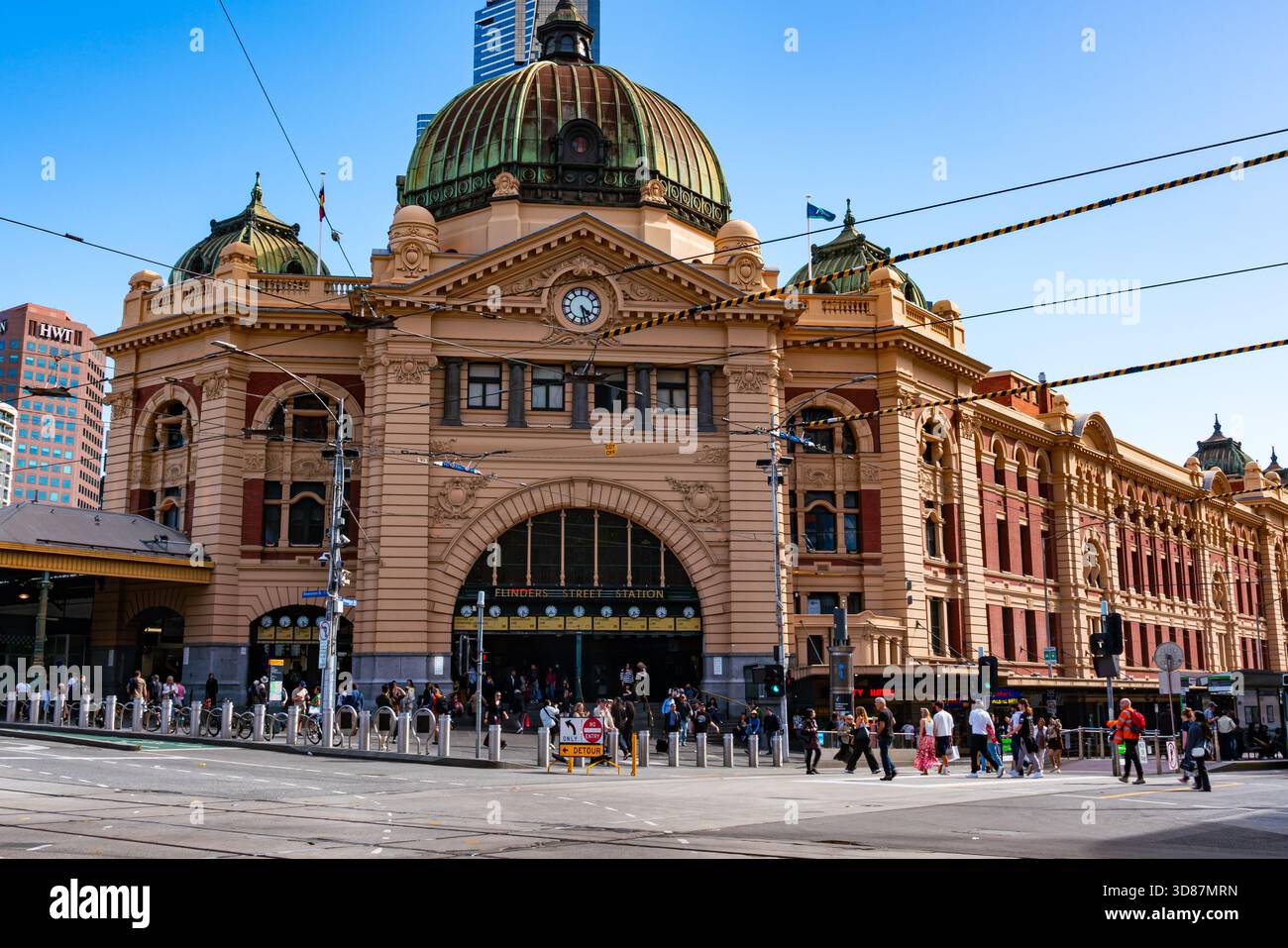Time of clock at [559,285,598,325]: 4:27
